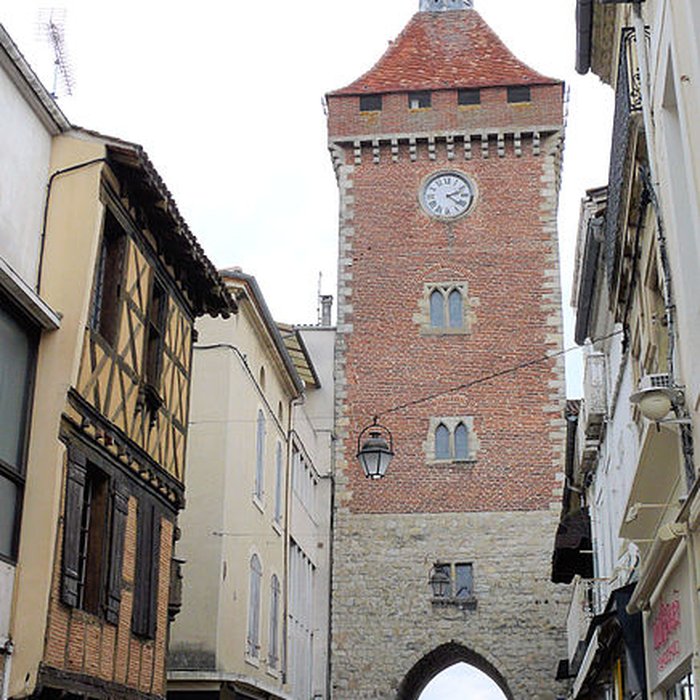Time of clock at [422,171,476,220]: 2:21
